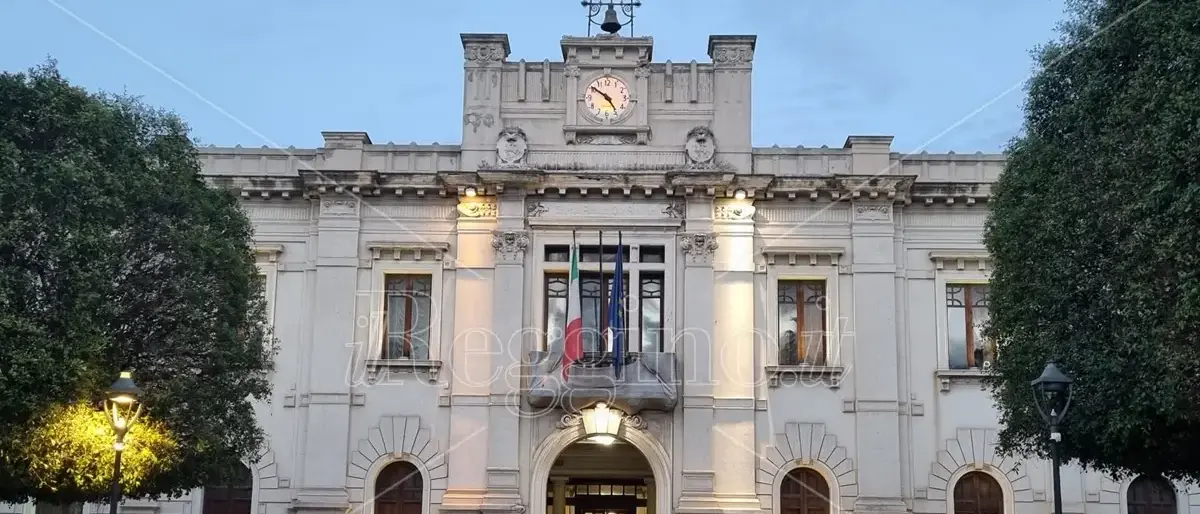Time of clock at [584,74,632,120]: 4:50
